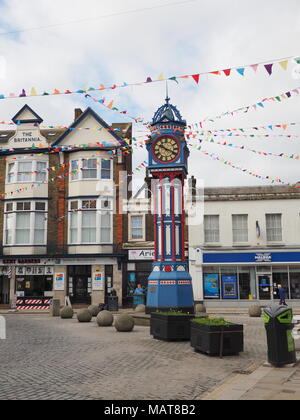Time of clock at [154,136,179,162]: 10:19
